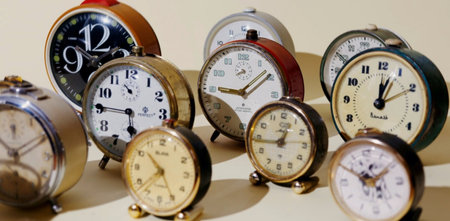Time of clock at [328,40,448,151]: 12:03
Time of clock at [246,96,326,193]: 12:43
